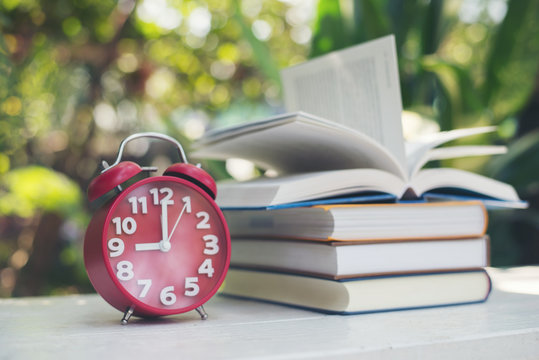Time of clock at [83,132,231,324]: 9:00
